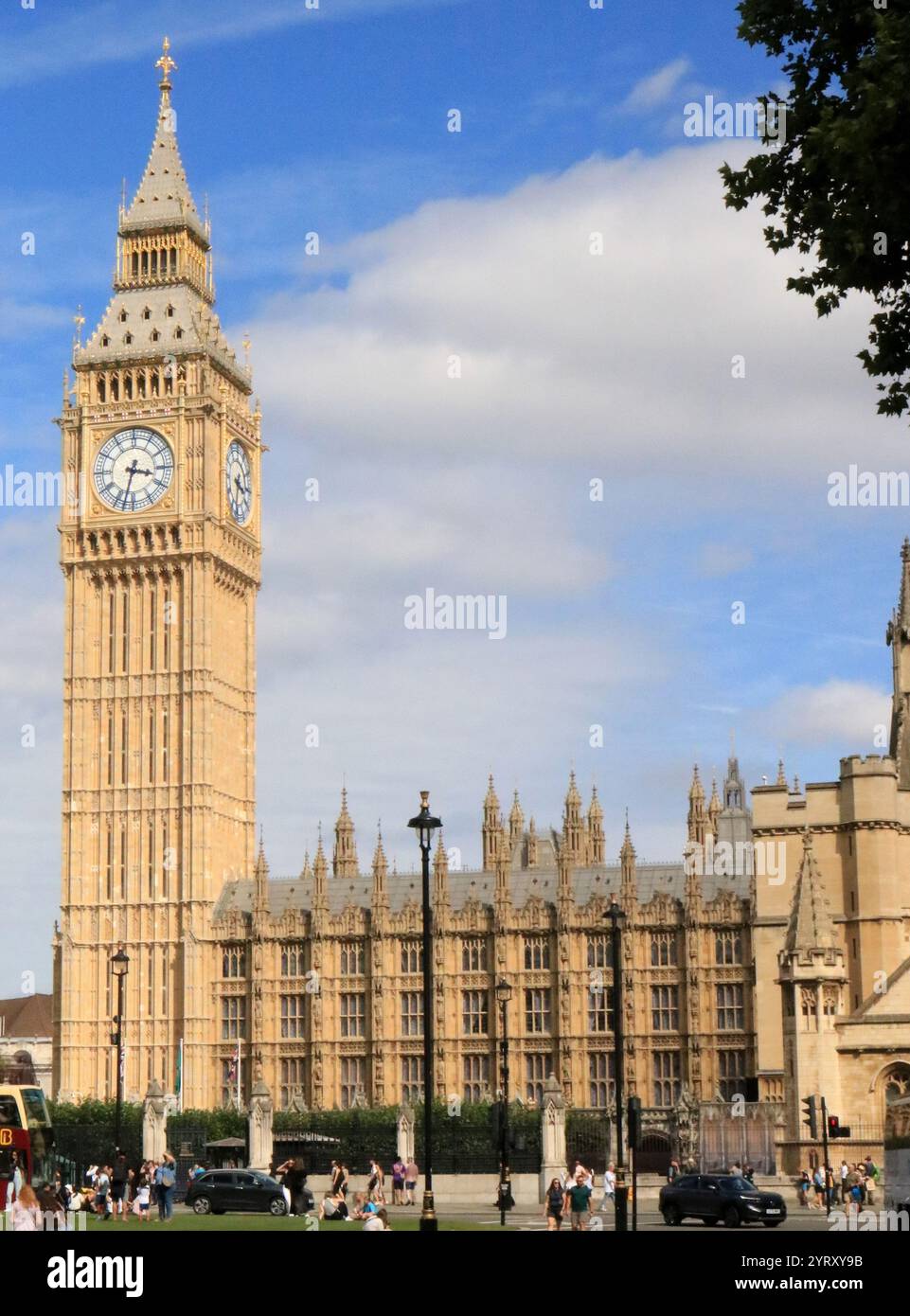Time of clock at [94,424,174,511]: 3:32
